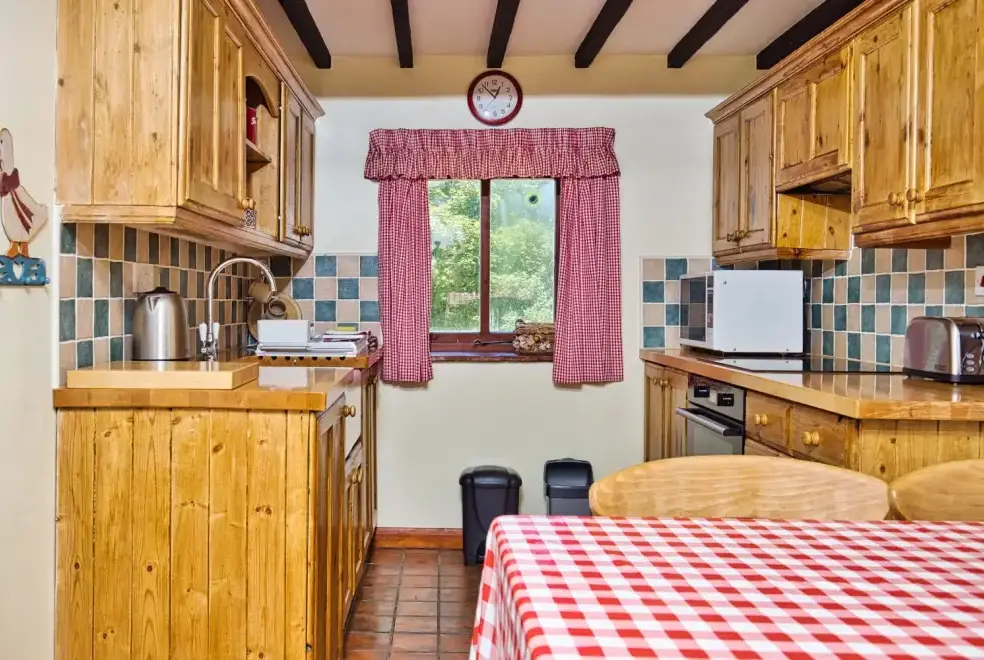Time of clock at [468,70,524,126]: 12:52
